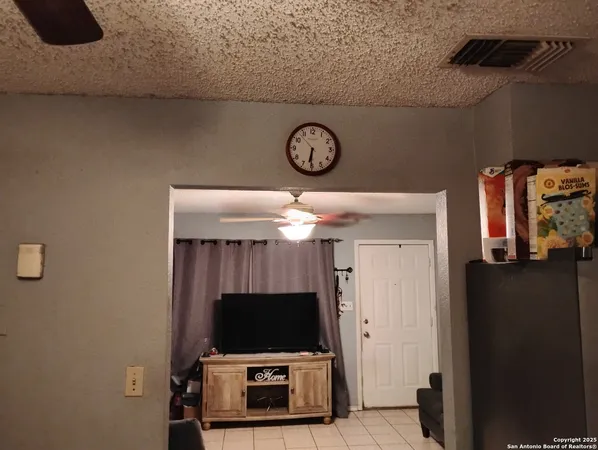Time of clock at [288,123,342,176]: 6:30
